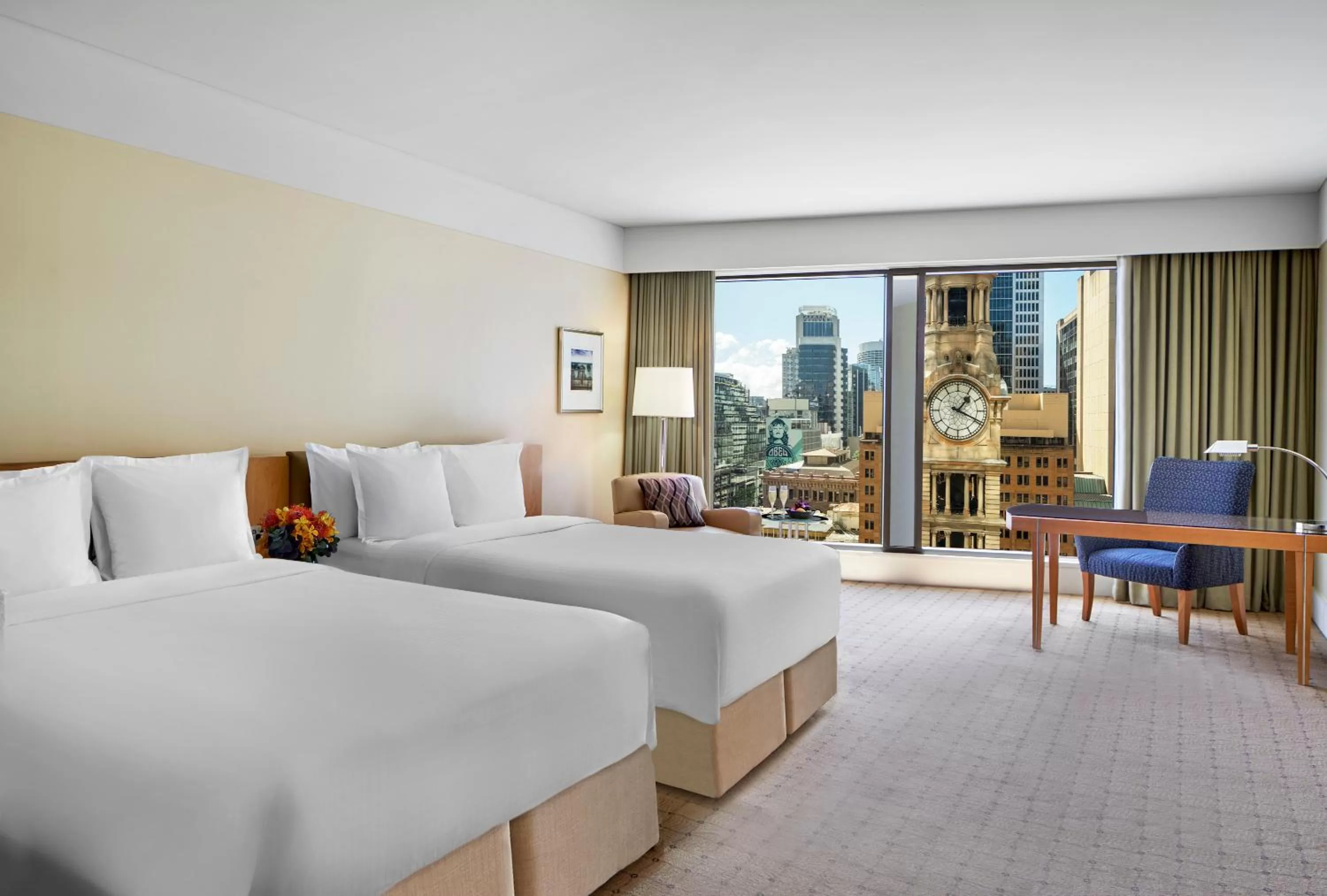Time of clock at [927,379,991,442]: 1:19
